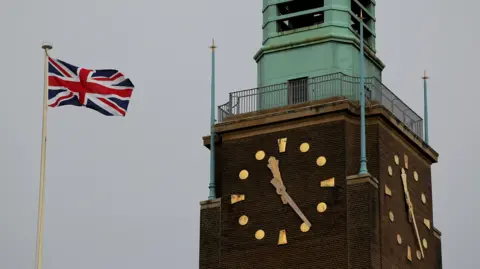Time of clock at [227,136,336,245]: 11:24
